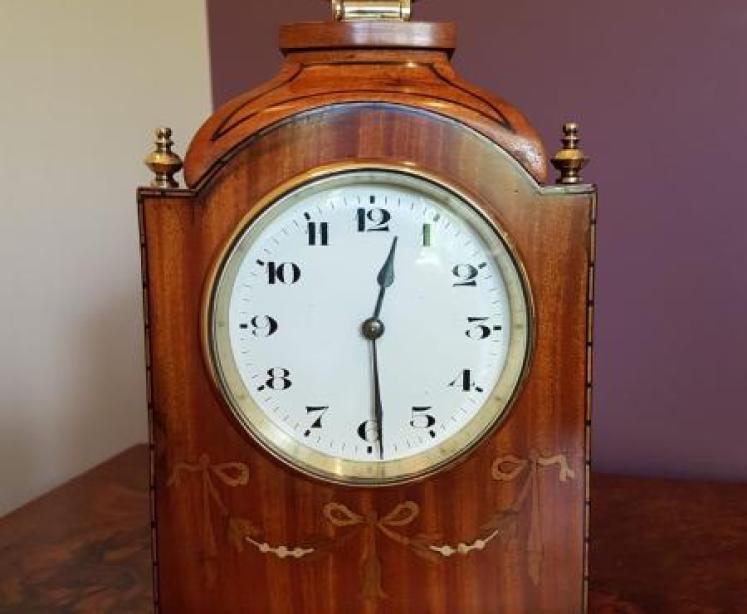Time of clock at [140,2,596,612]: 12:29
